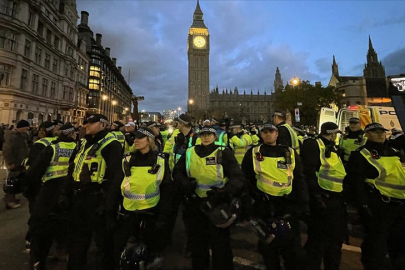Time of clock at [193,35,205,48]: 4:42
